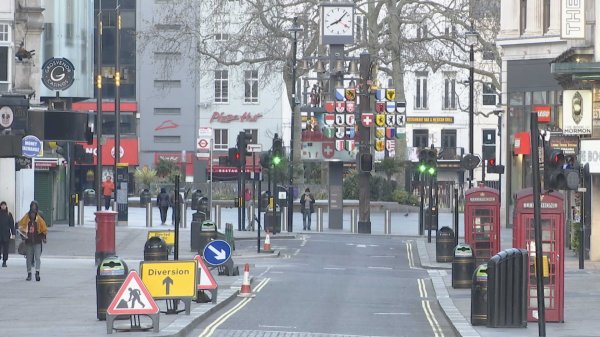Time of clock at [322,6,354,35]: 8:07
